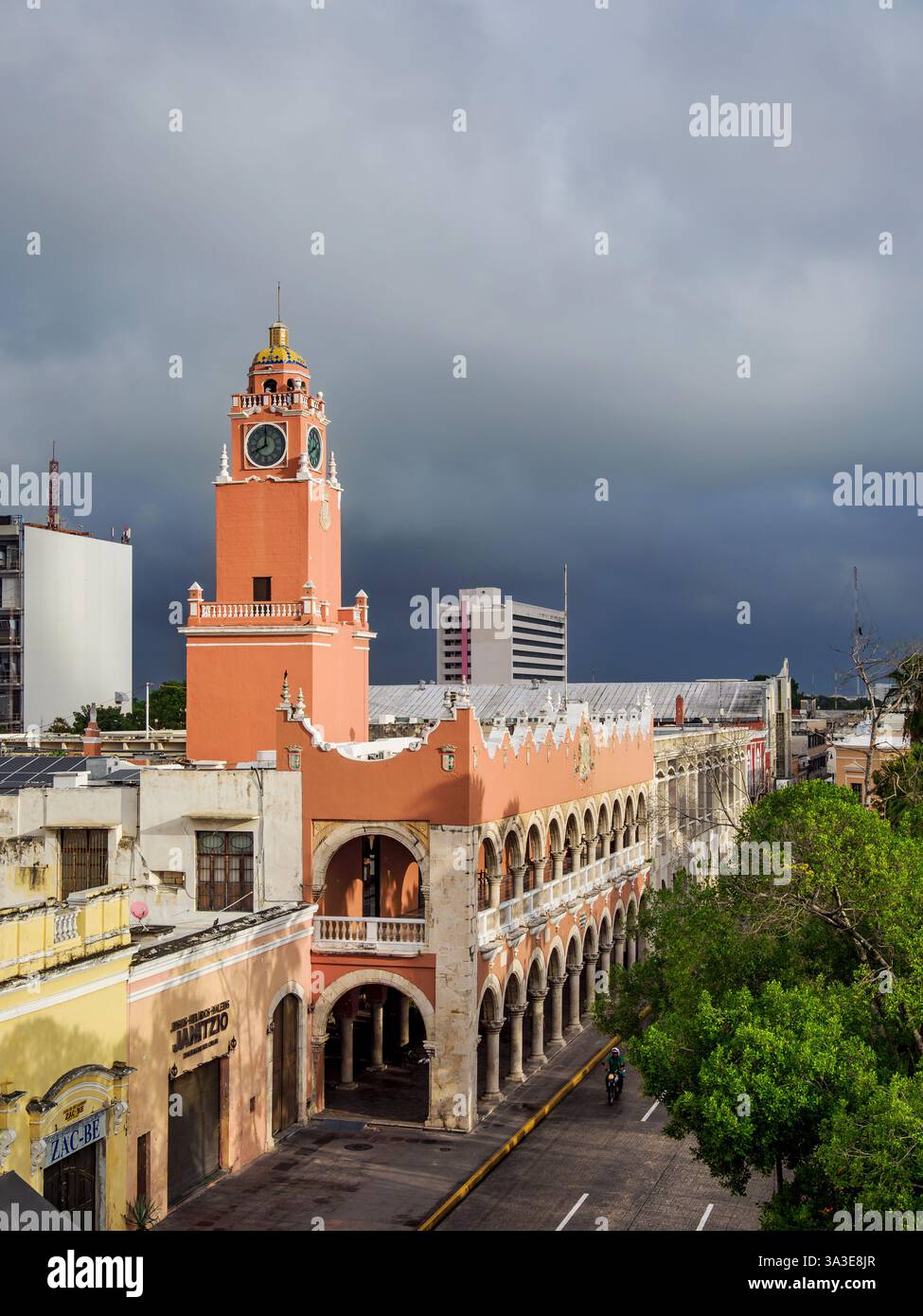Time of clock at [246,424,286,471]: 7:59
